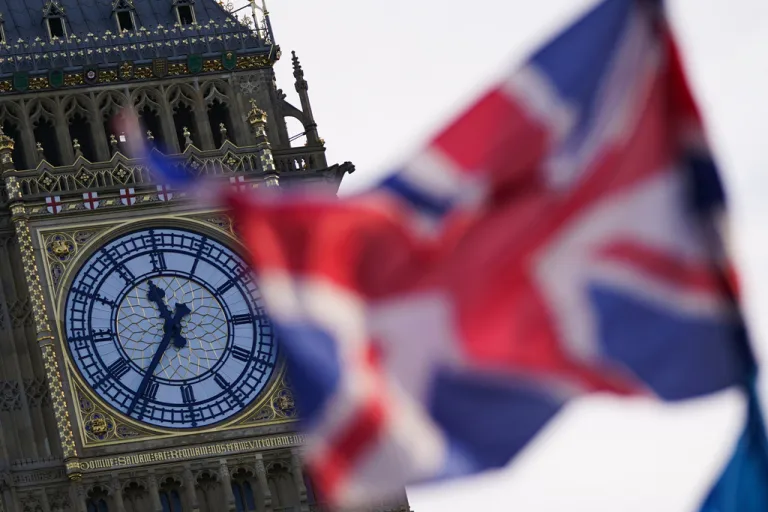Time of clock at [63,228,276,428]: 11:35
